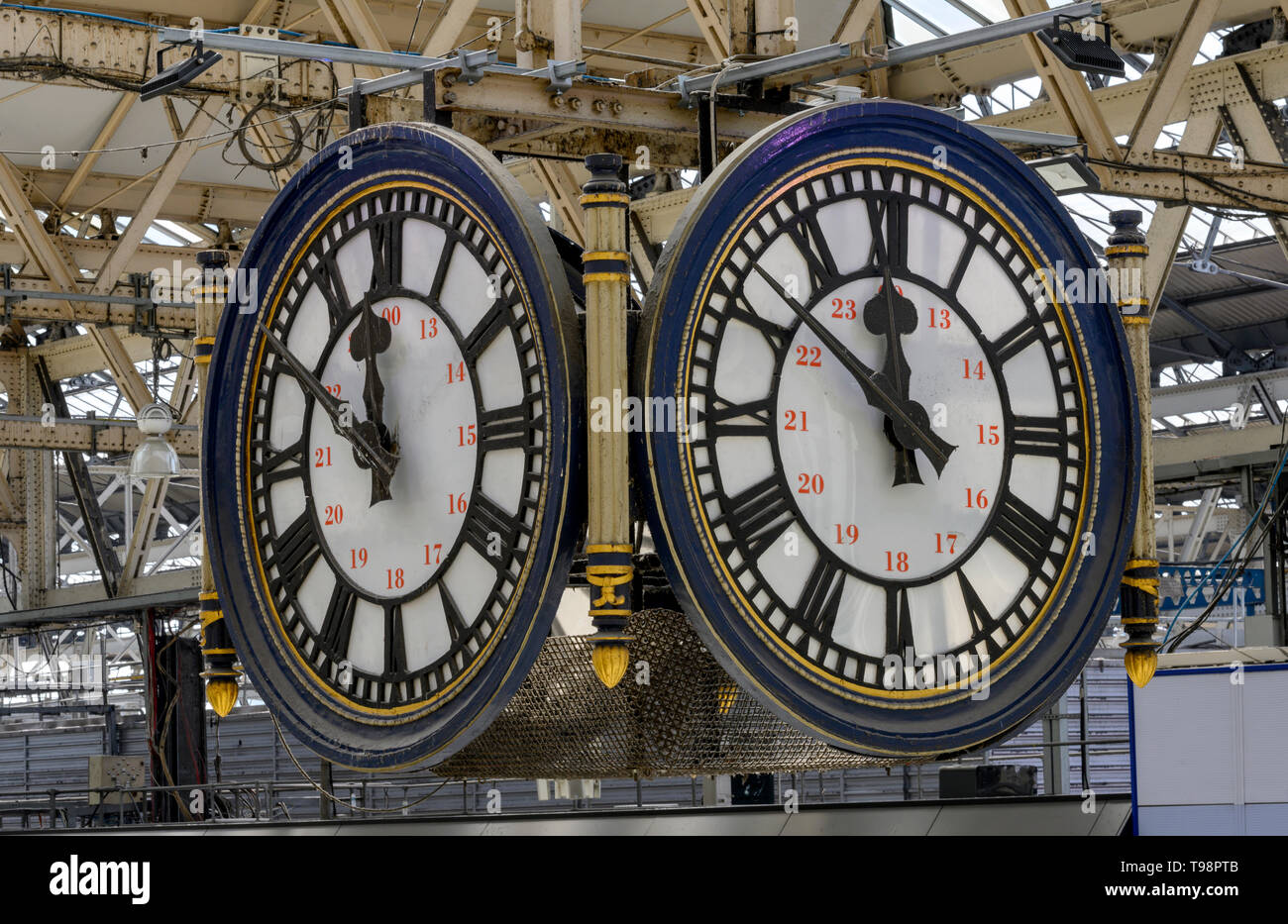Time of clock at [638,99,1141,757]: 11:51
